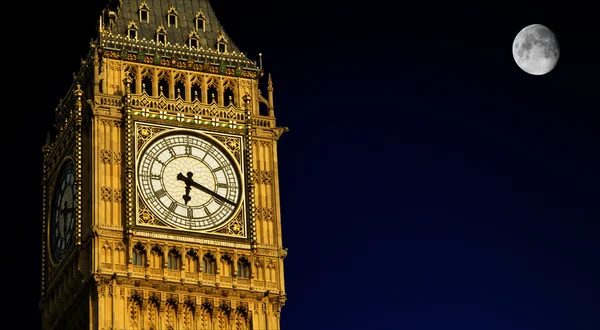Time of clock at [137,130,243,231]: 6:18
